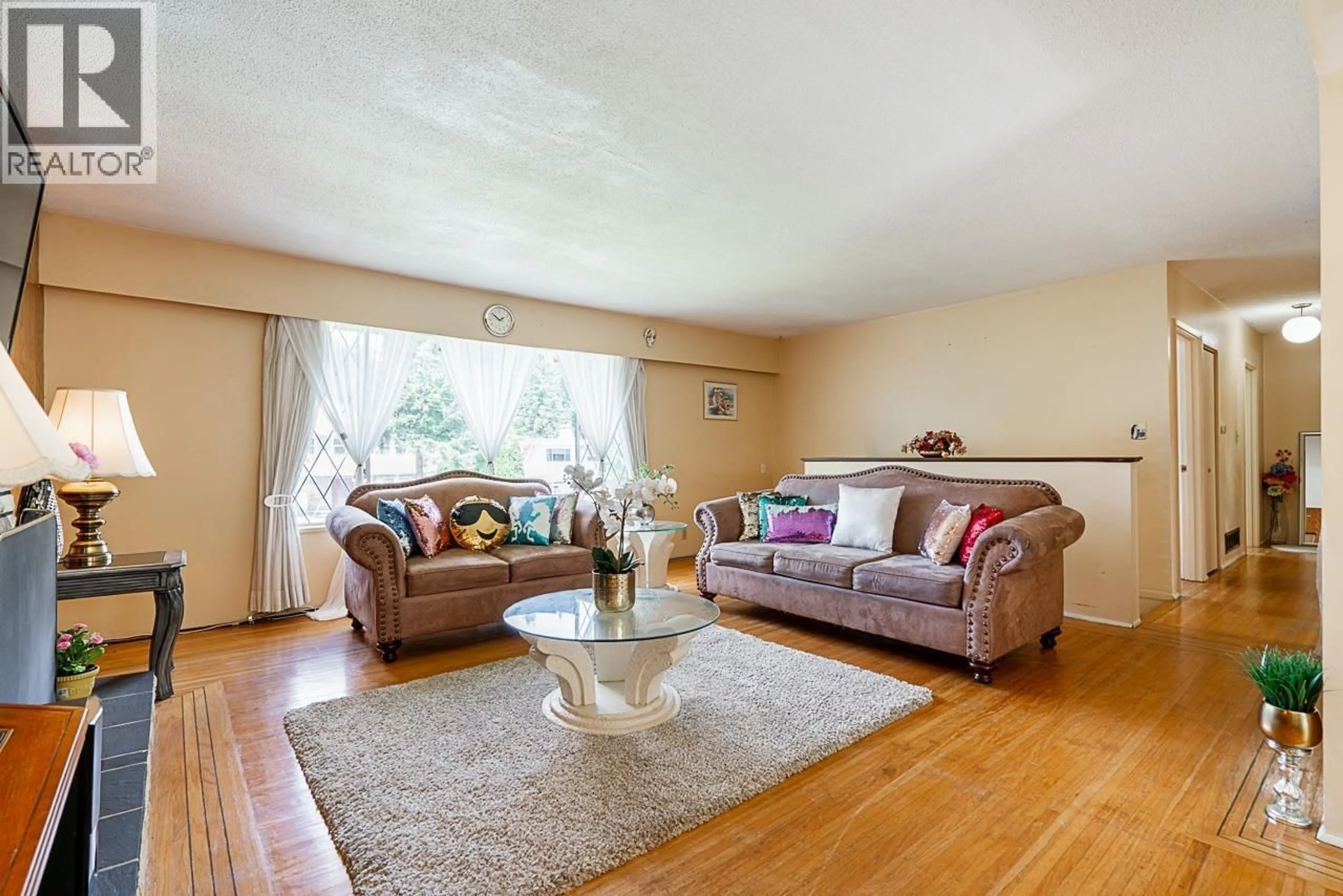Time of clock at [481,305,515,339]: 1:52
